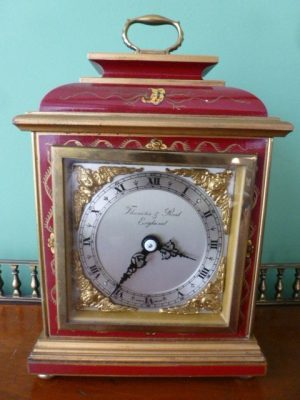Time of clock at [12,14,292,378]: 3:36
